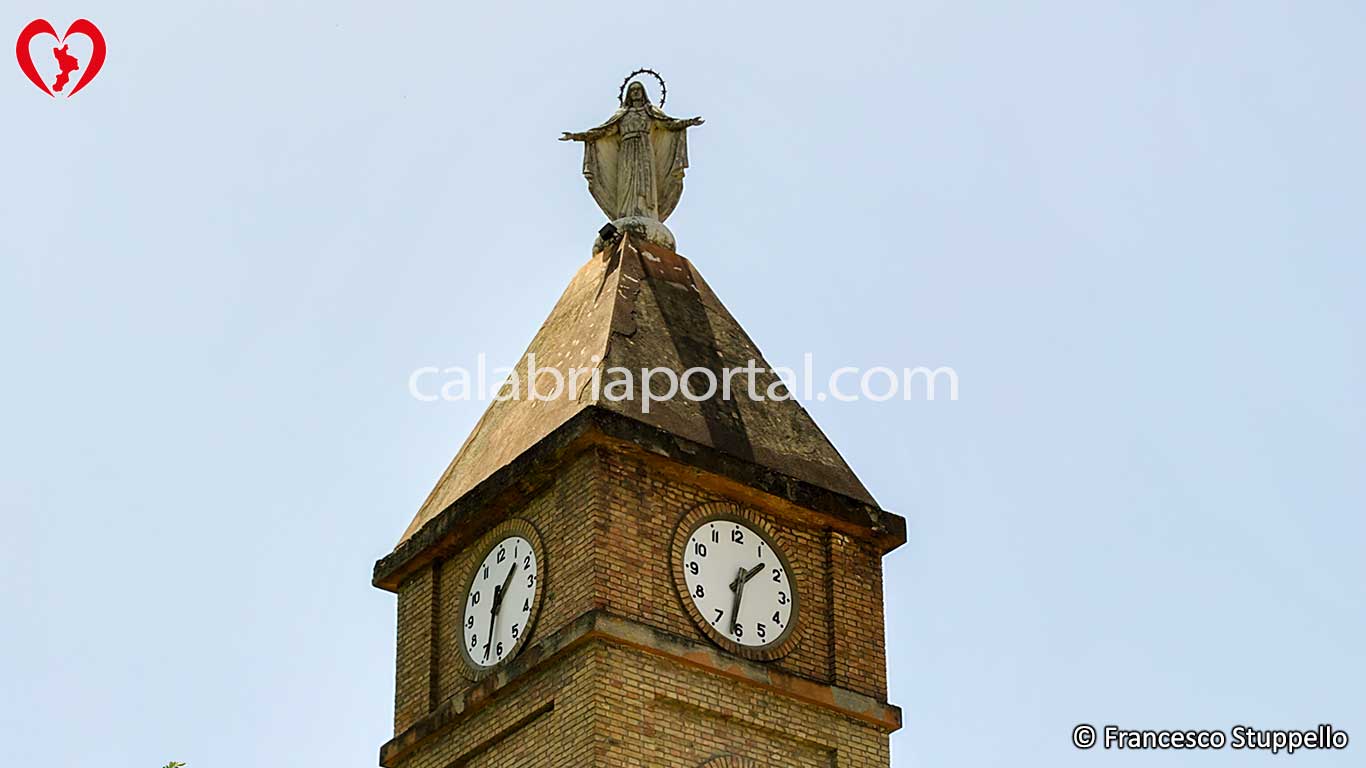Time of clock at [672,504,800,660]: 1:31
